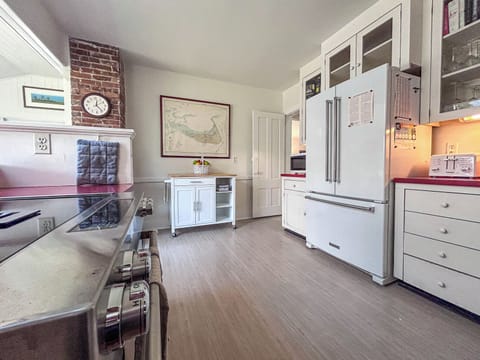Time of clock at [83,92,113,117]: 12:23
